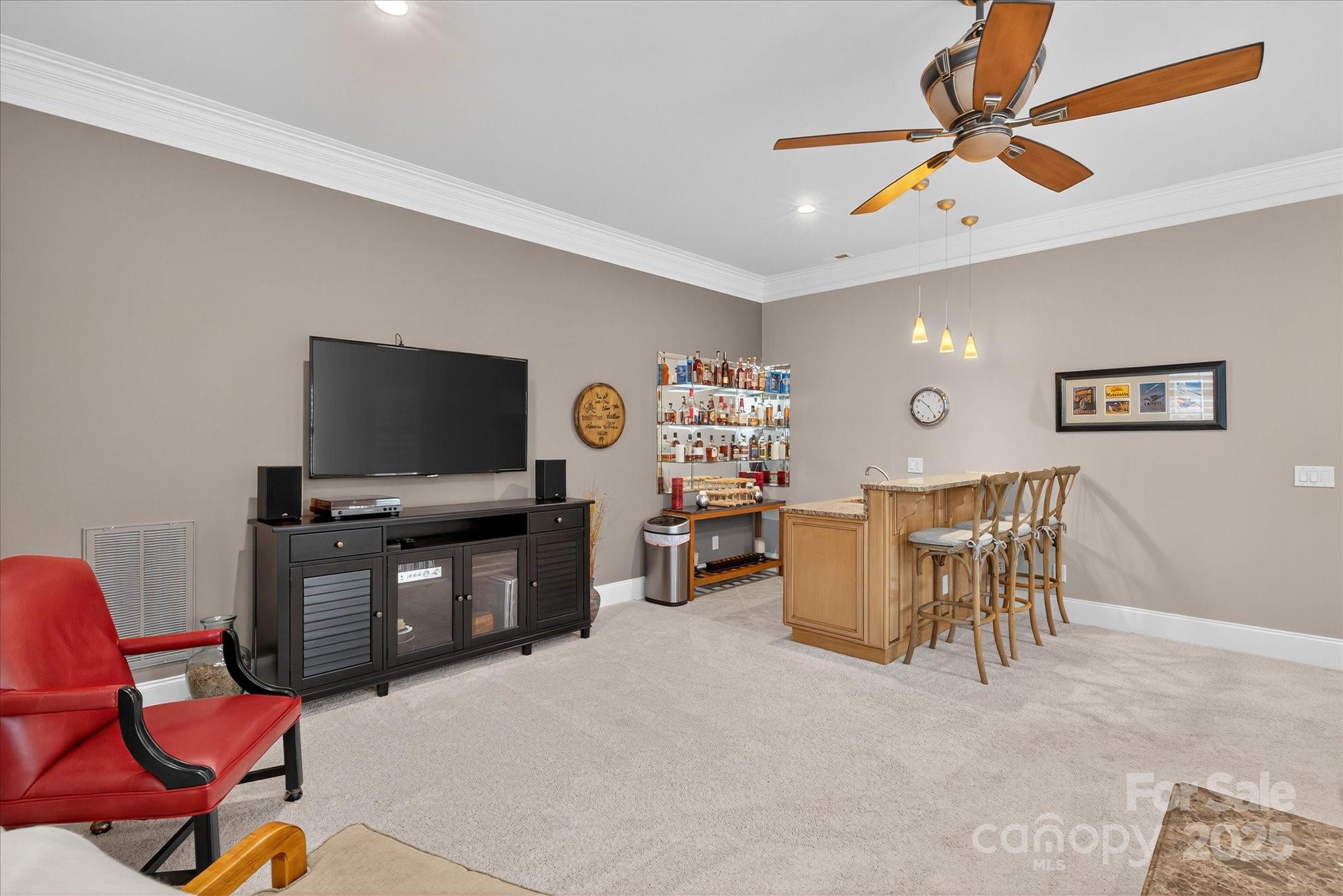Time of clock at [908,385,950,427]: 10:24
